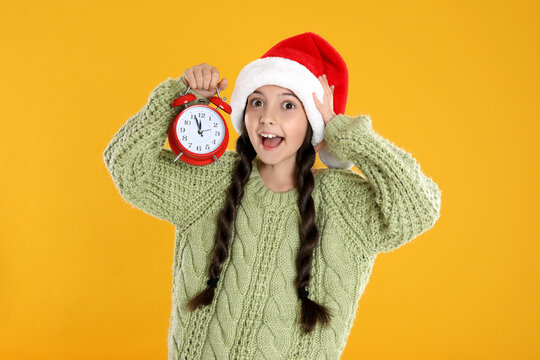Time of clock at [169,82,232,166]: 11:56
